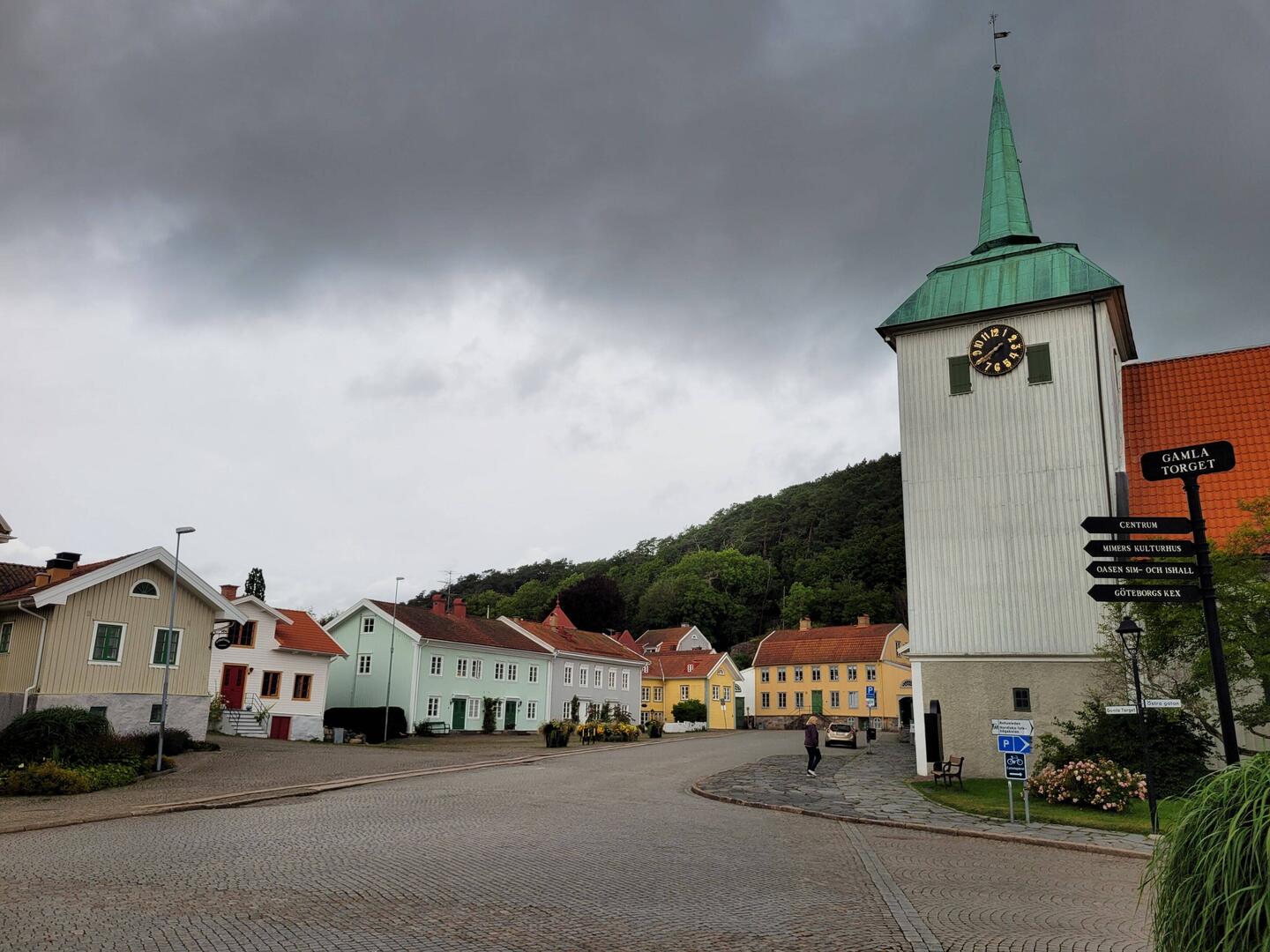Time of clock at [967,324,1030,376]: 7:39
